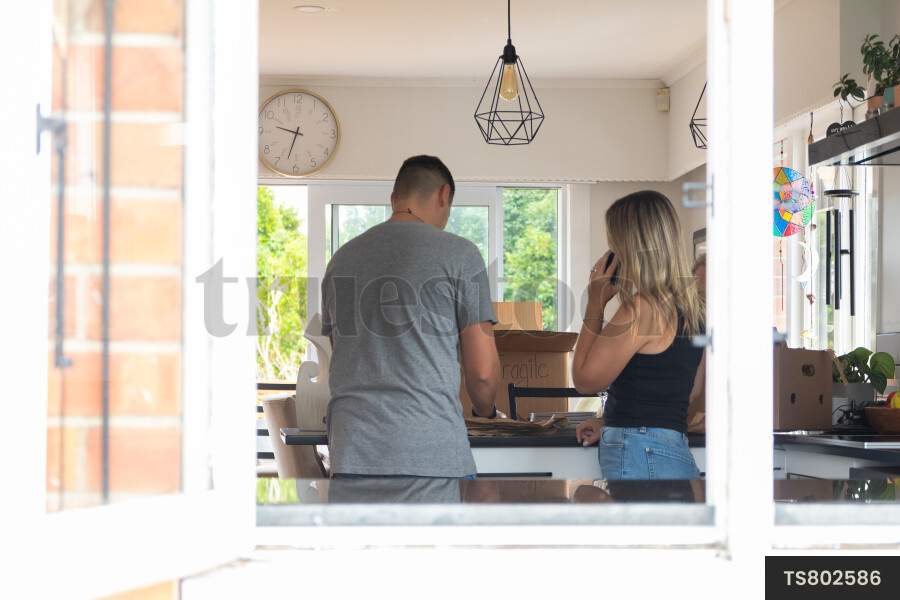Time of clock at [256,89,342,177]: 9:32
